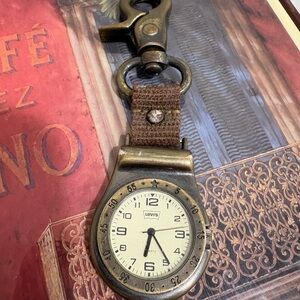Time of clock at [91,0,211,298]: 6:24
